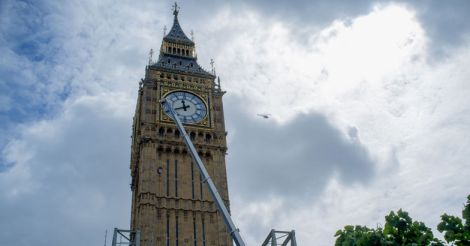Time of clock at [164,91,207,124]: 11:41
